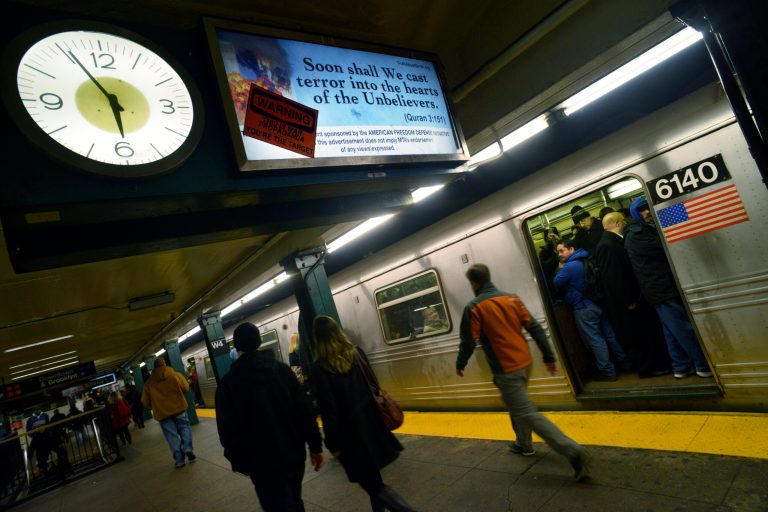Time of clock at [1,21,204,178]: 5:55
